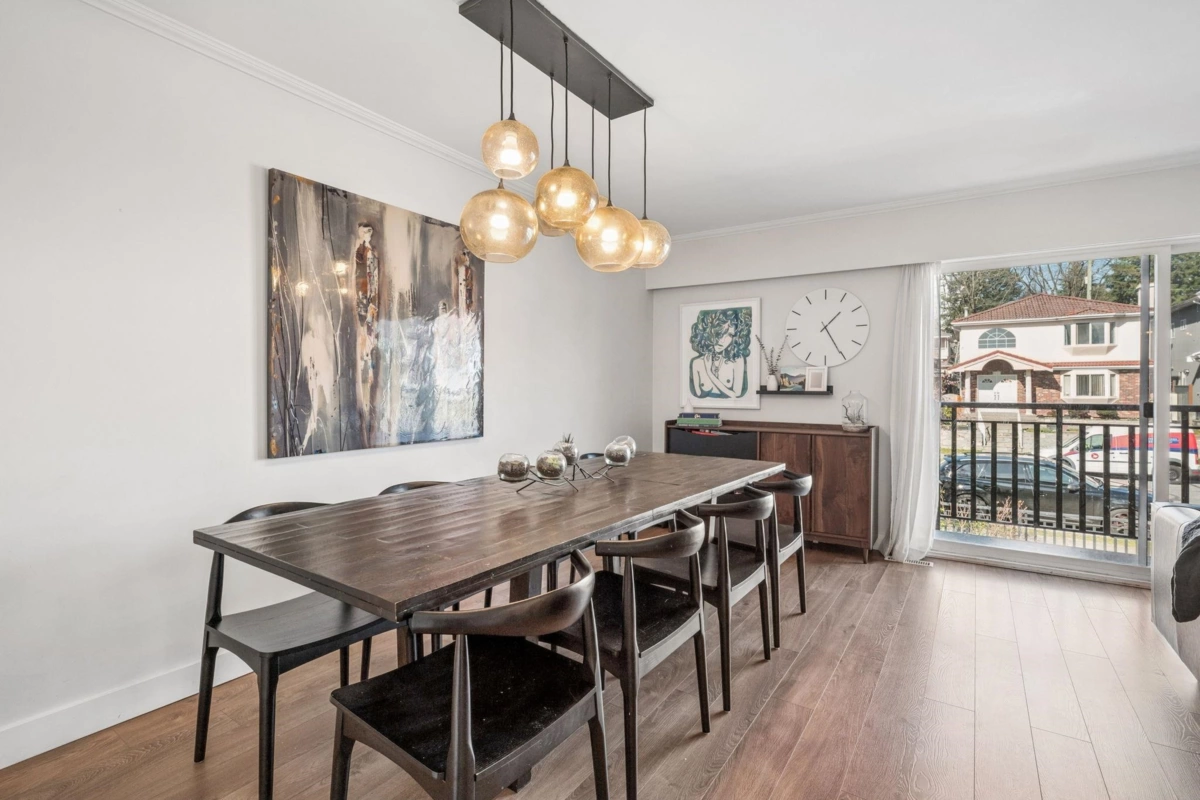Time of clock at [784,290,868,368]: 1:25
